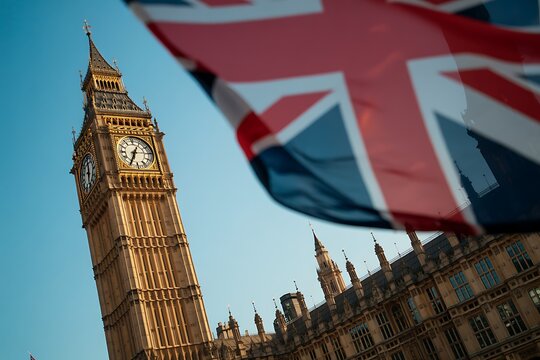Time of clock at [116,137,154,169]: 6:34
